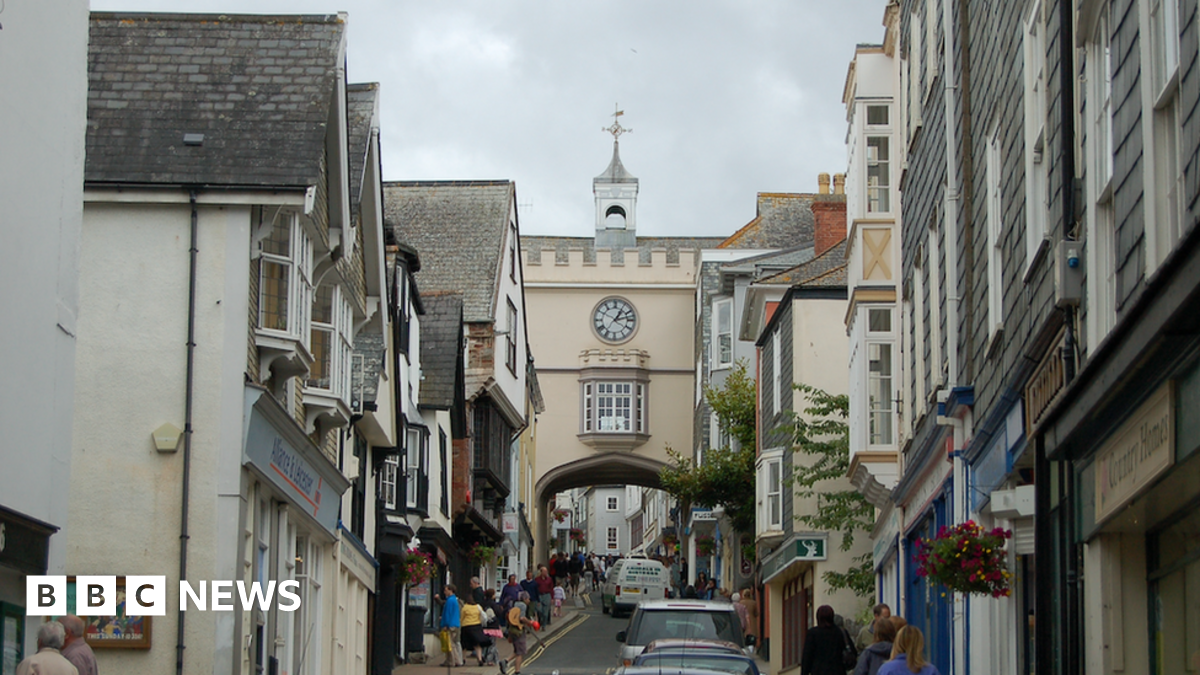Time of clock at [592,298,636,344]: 1:12
